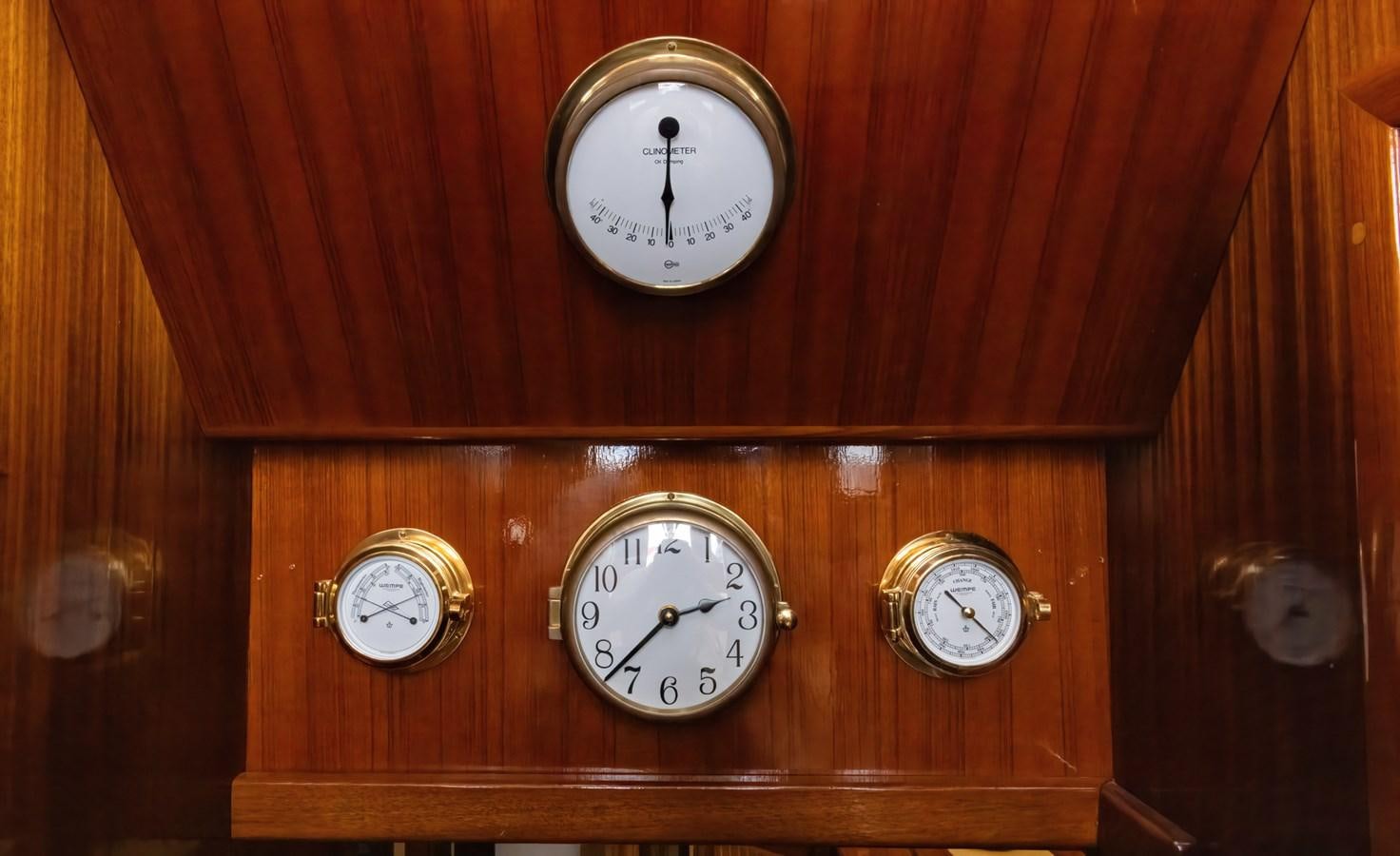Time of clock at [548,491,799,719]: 2:37
